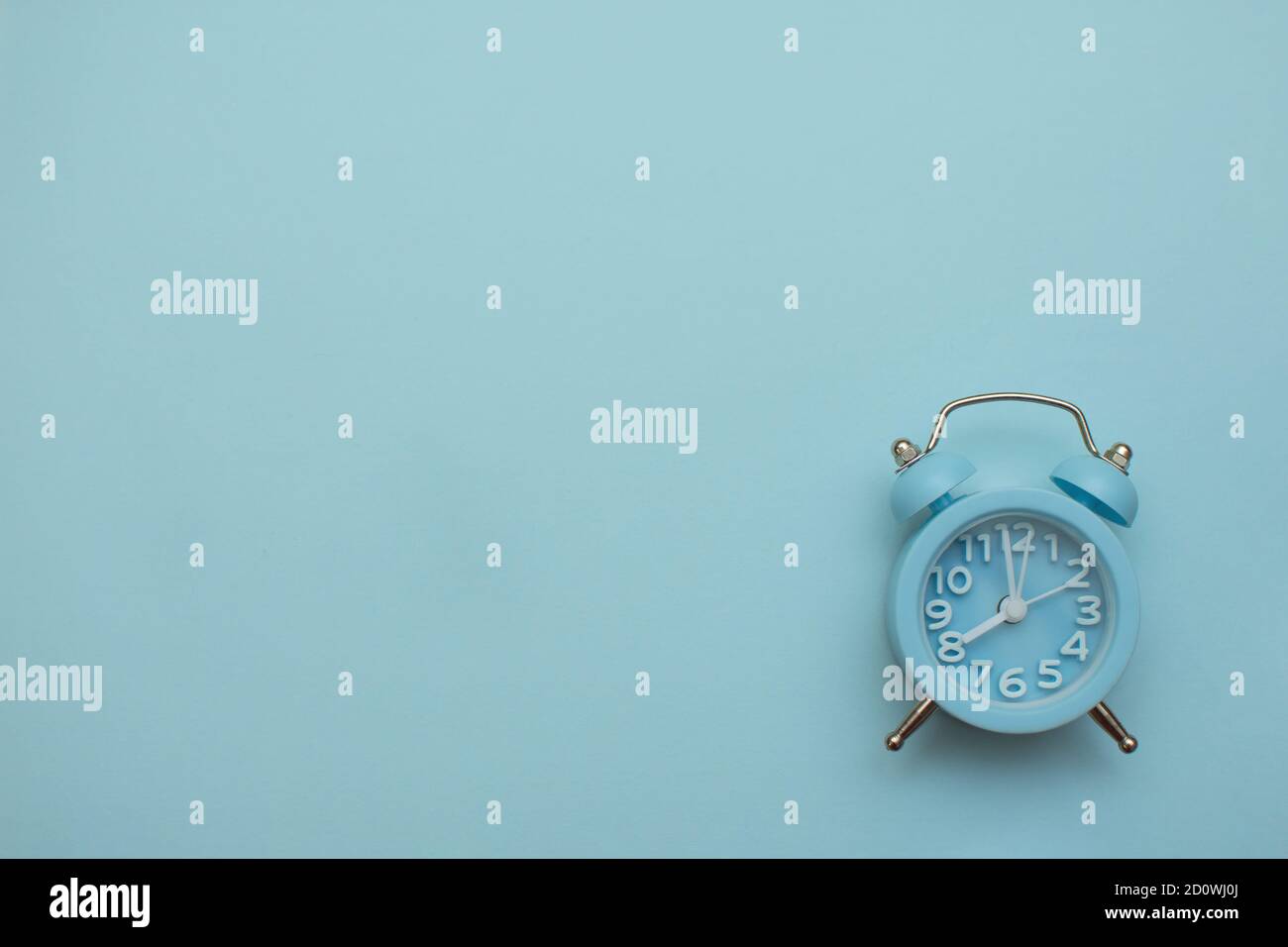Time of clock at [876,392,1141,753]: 7:59
